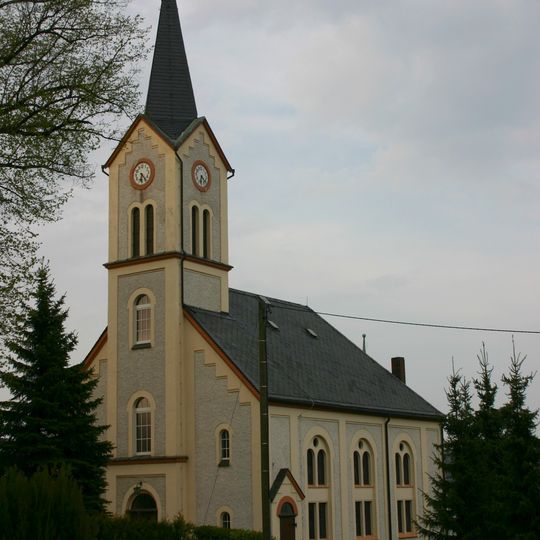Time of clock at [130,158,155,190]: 6:23
